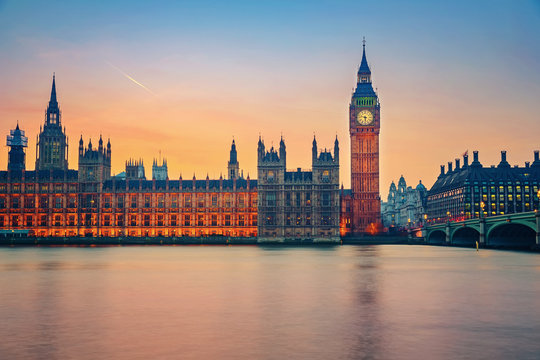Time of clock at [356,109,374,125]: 5:47
